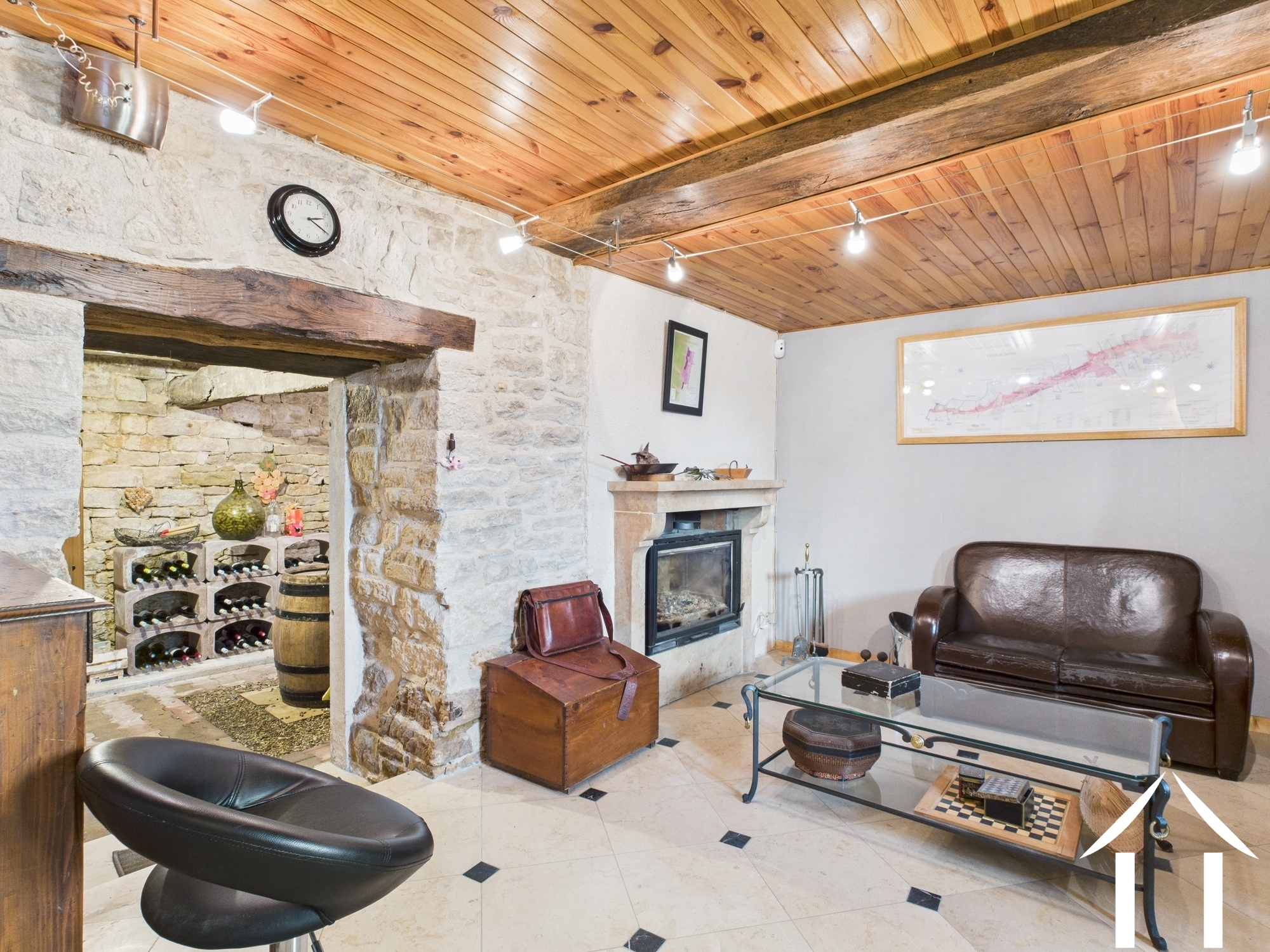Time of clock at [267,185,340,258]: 2:19
